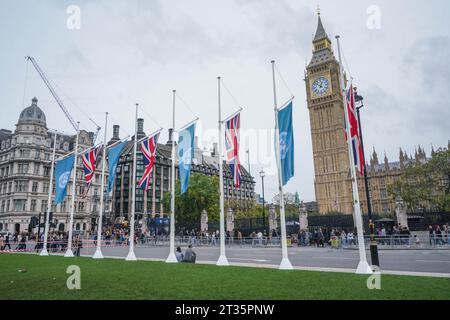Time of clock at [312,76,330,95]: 12:52
